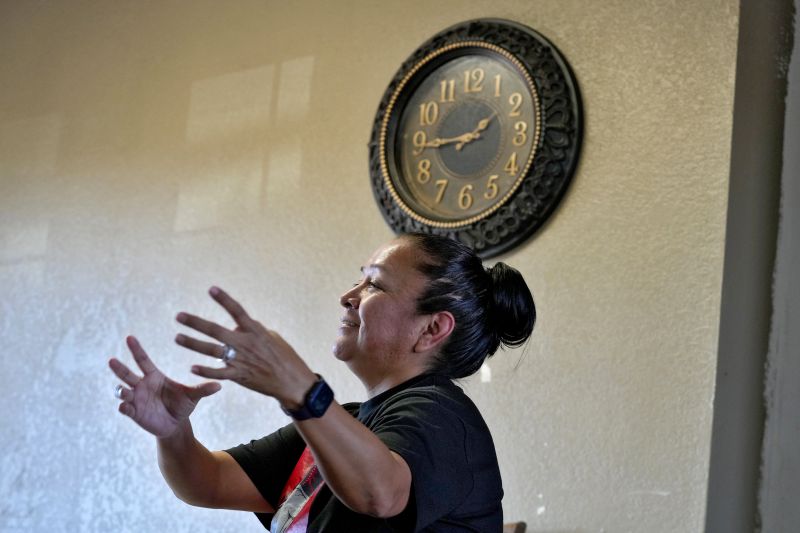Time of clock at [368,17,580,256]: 1:43
